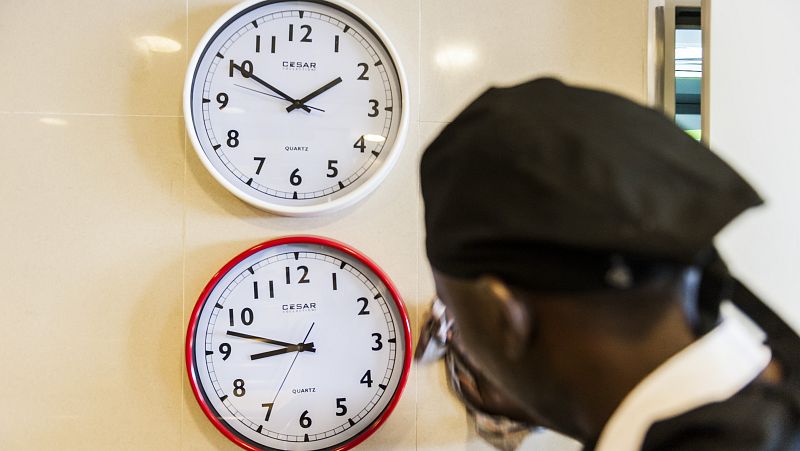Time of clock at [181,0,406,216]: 1:49
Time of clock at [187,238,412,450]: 8:47
